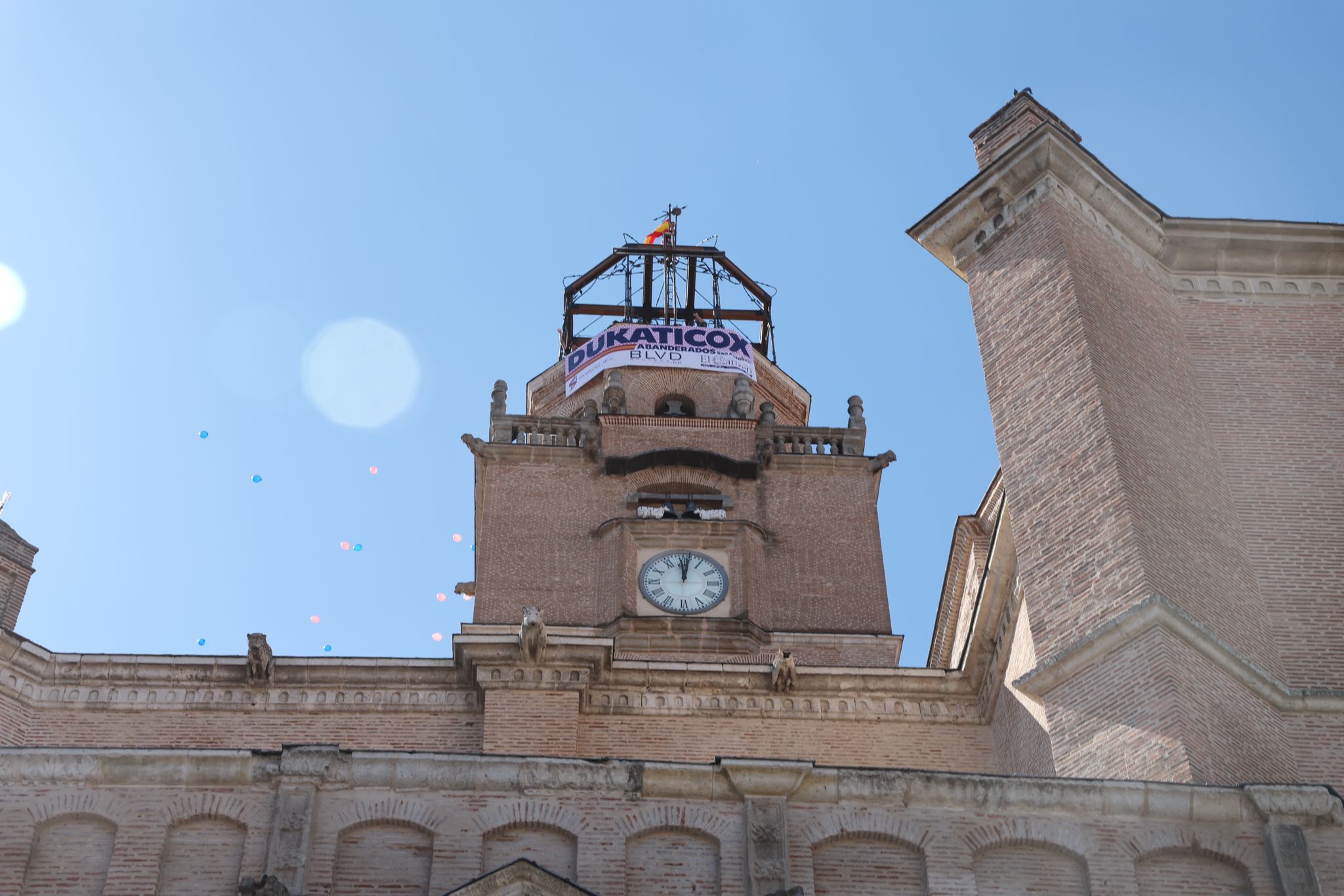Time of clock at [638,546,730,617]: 12:01
